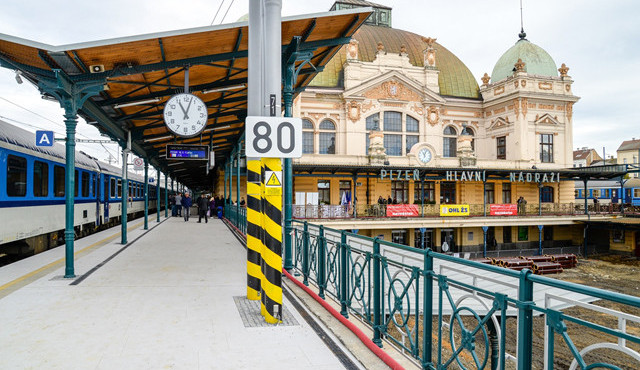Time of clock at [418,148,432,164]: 11:03
